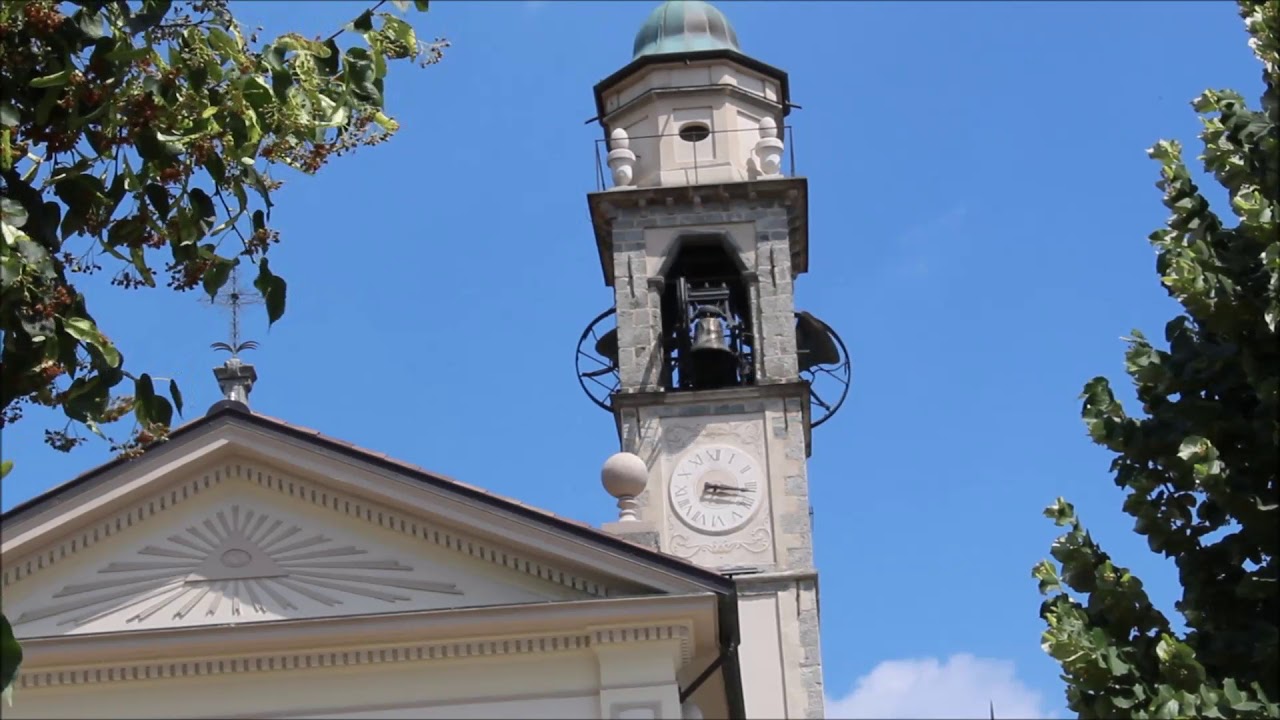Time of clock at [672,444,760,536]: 3:16
